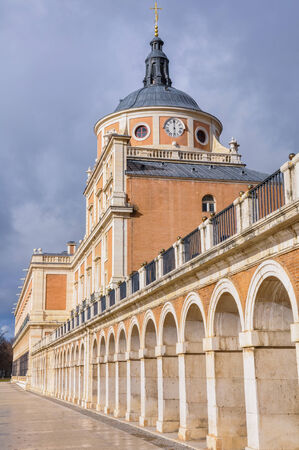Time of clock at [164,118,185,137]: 6:00
